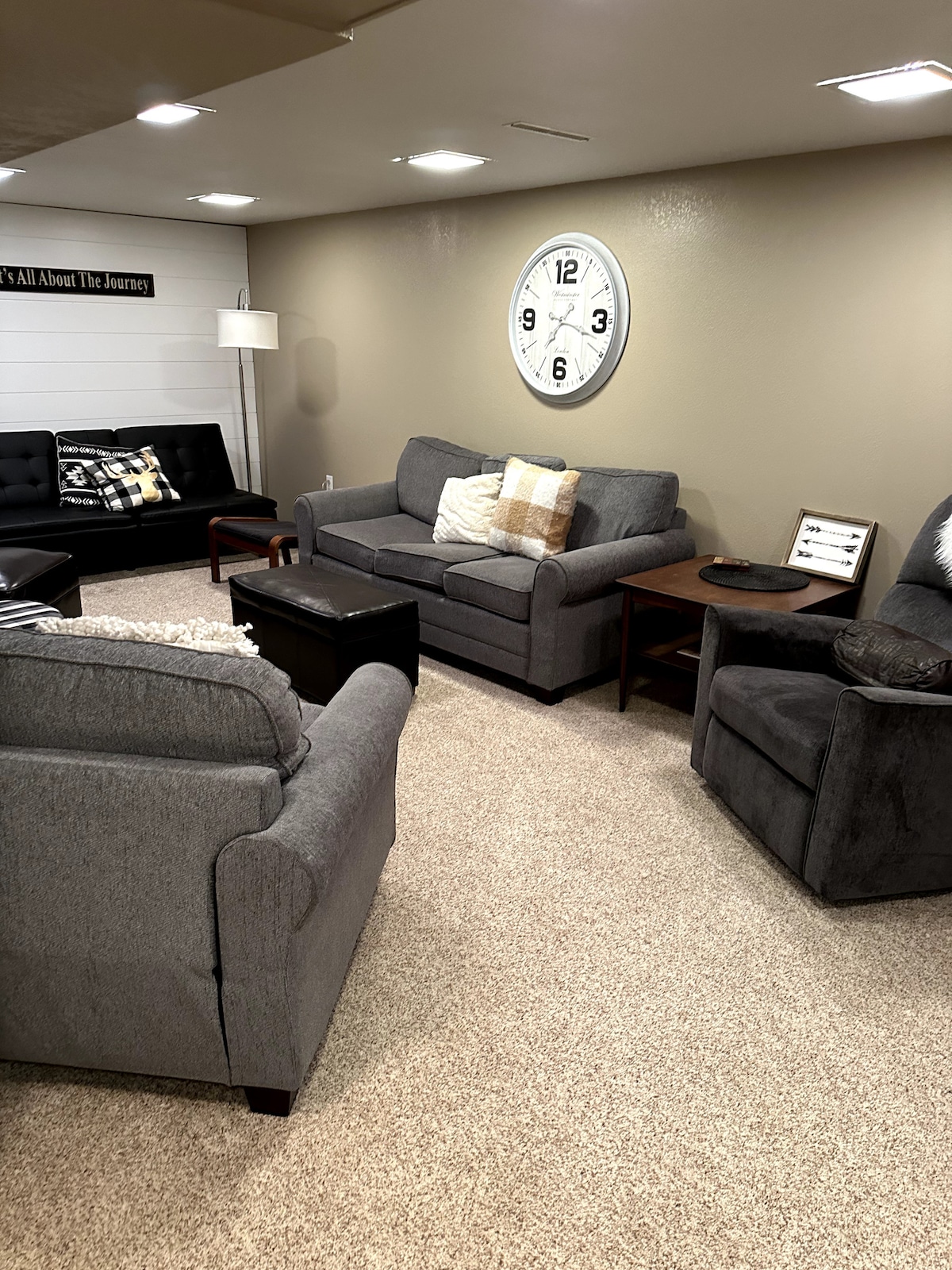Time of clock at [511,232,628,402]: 7:17
